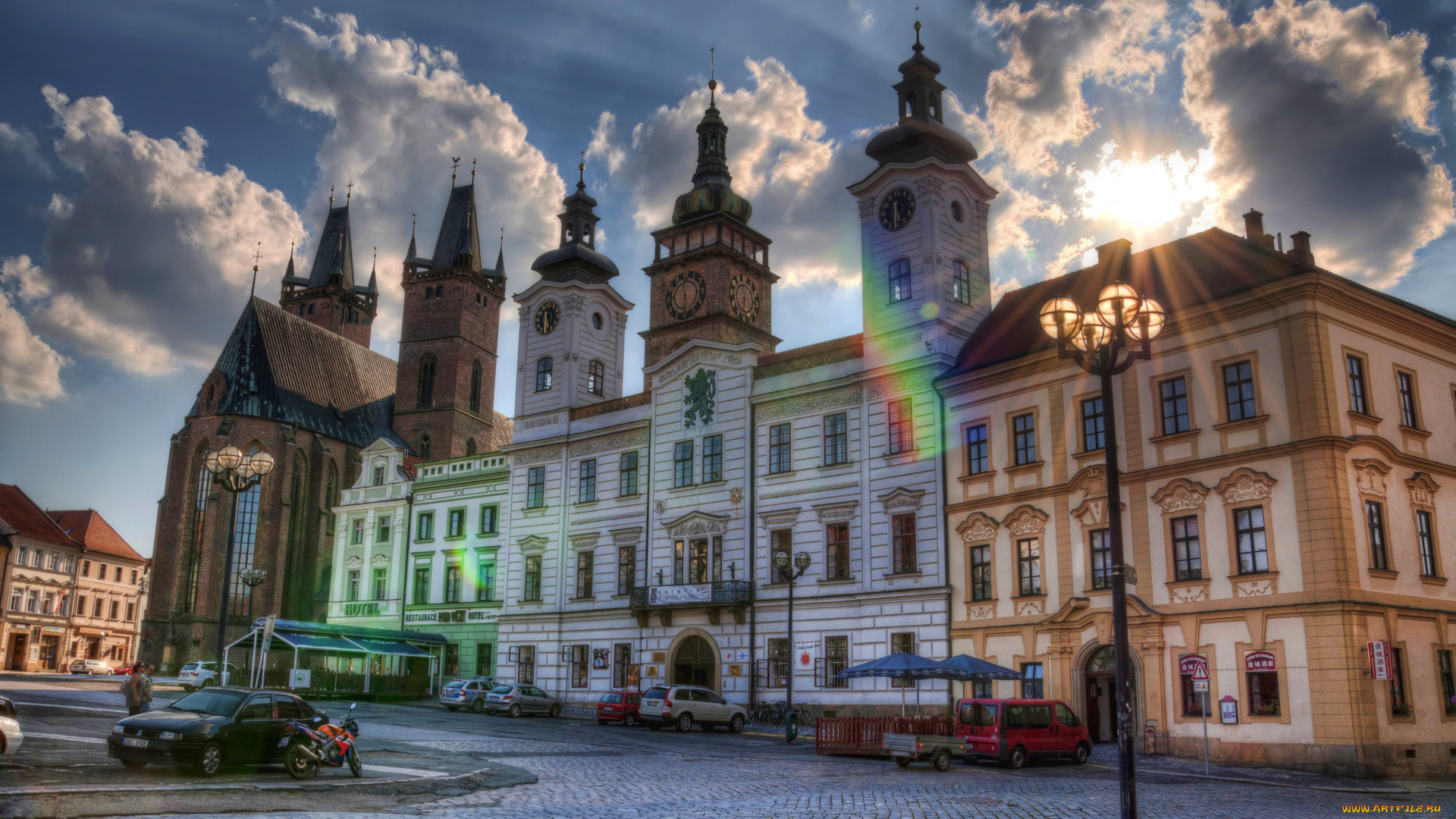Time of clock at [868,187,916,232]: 5:30
